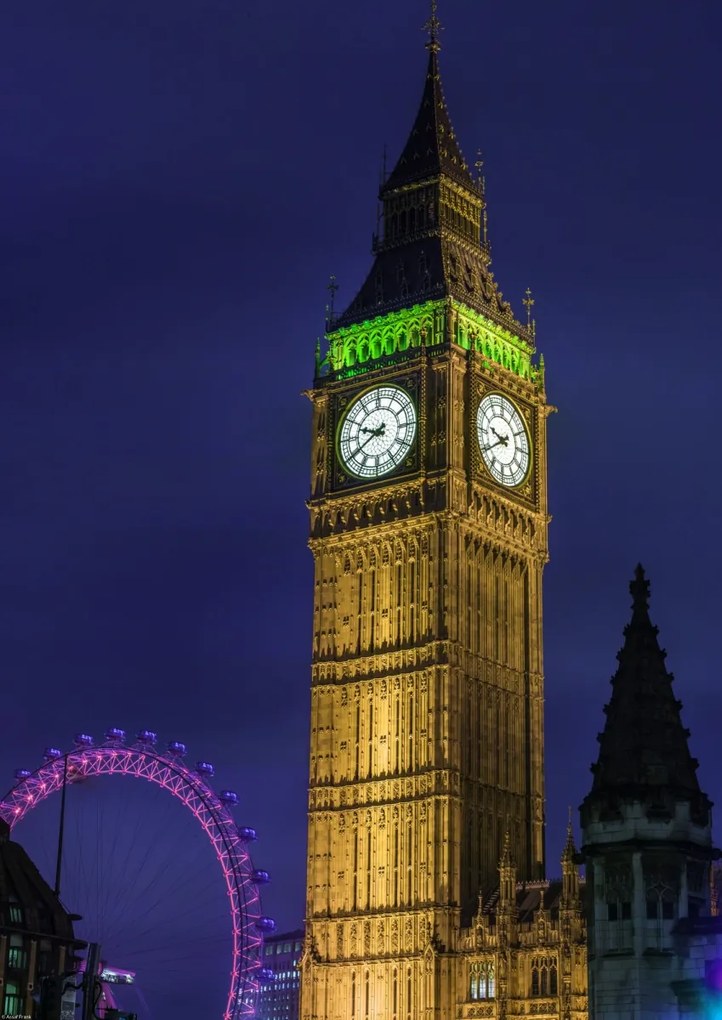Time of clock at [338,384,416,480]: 9:39
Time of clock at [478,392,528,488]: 9:39
